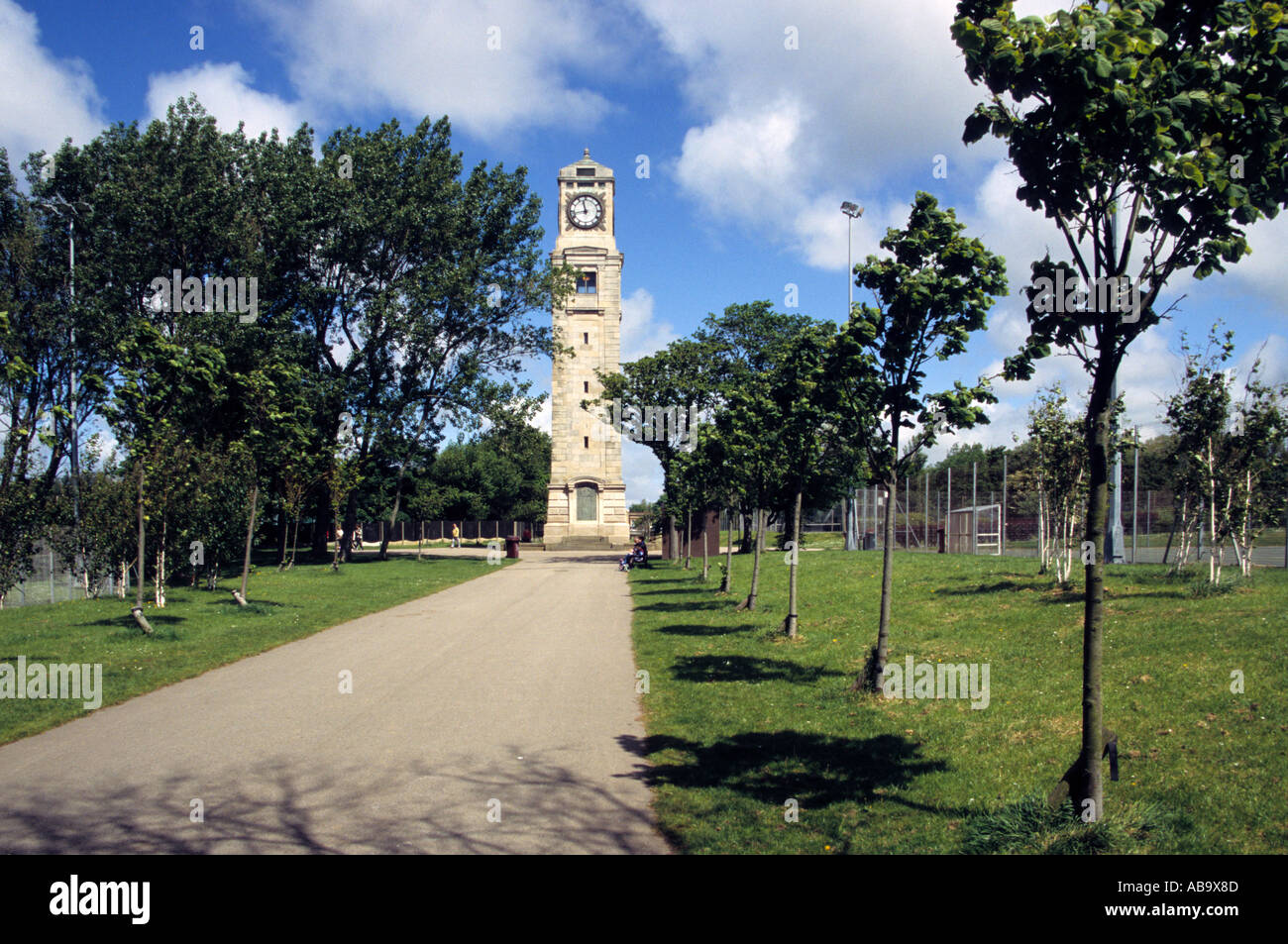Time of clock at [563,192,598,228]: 11:42
